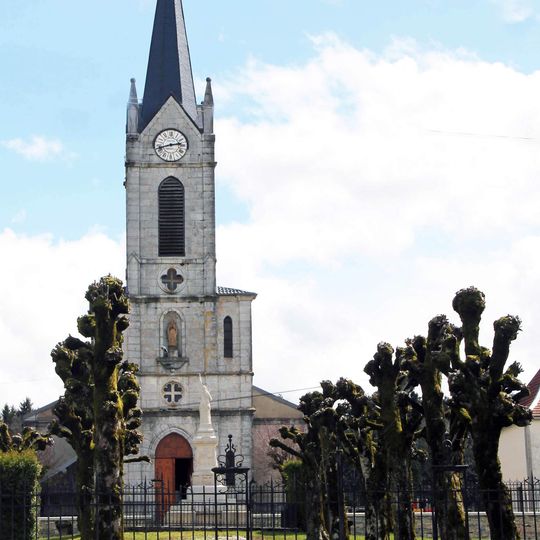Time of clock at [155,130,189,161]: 2:42
